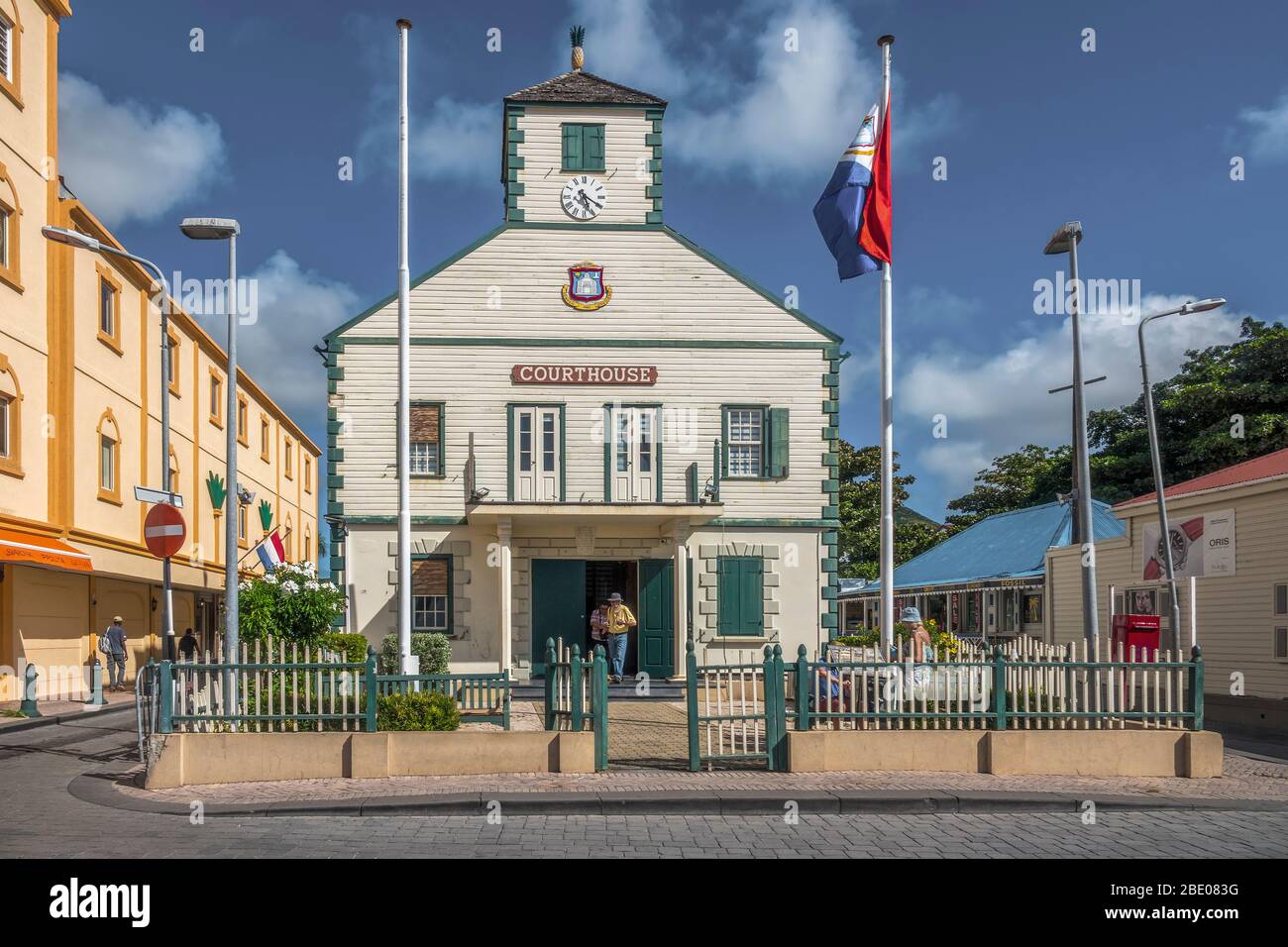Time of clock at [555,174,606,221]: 5:20
